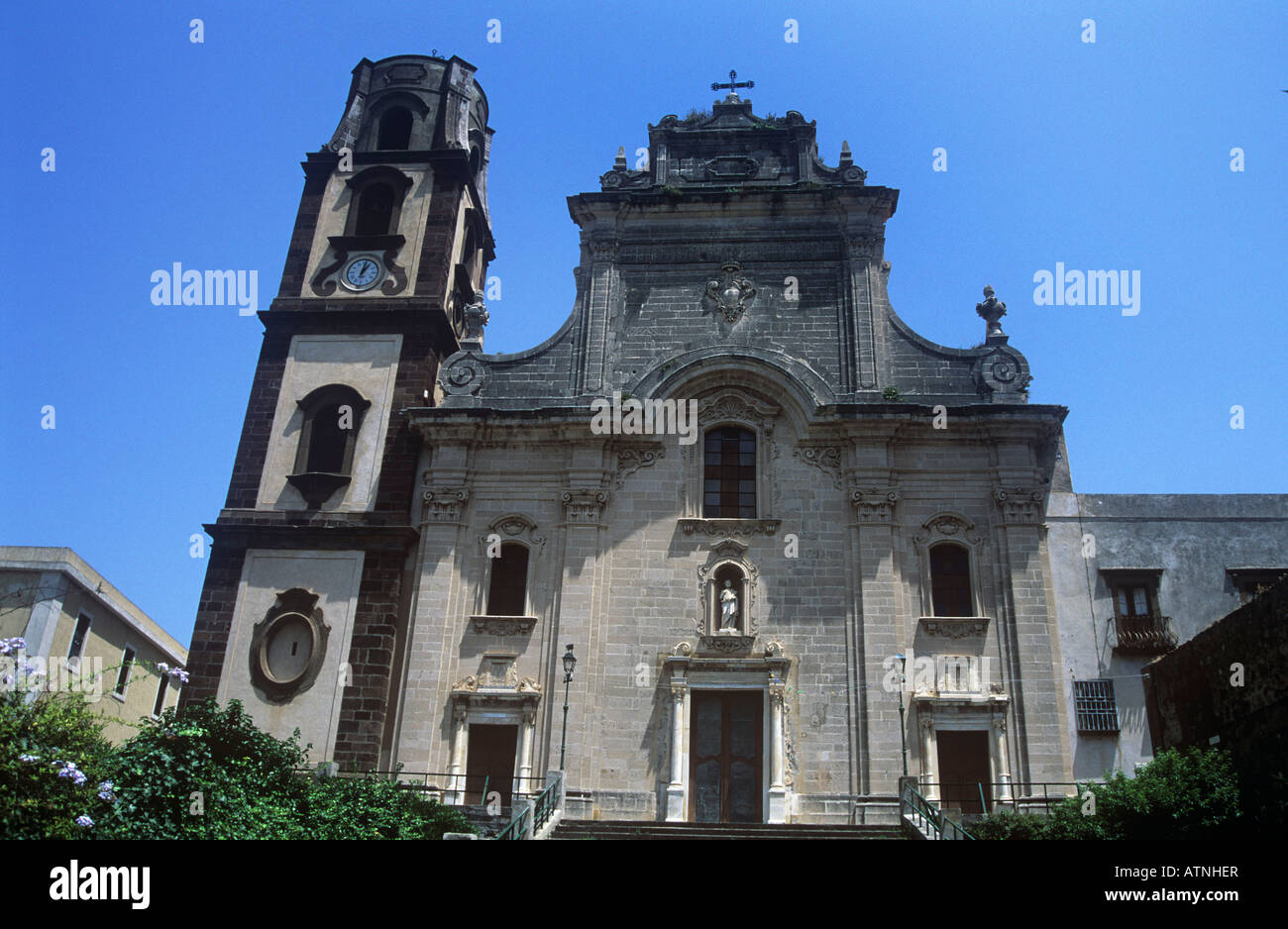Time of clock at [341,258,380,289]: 1:02
